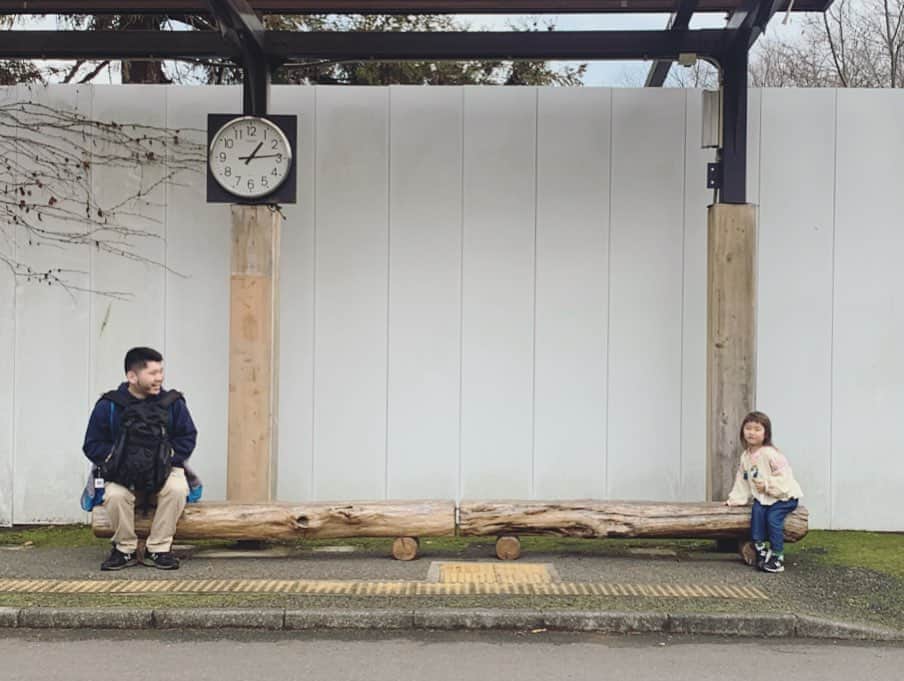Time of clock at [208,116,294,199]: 1:13
